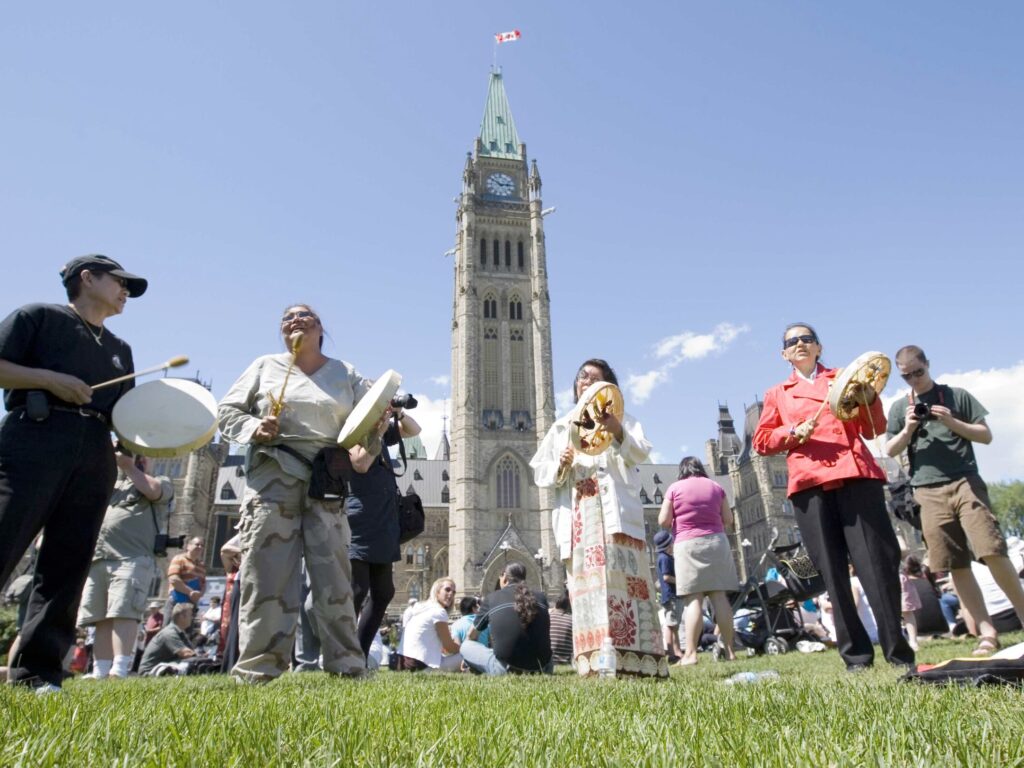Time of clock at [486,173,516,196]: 2:50
